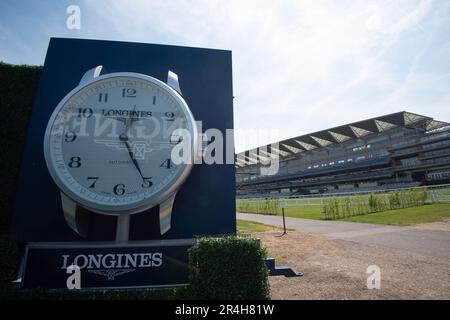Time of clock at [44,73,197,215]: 12:25
